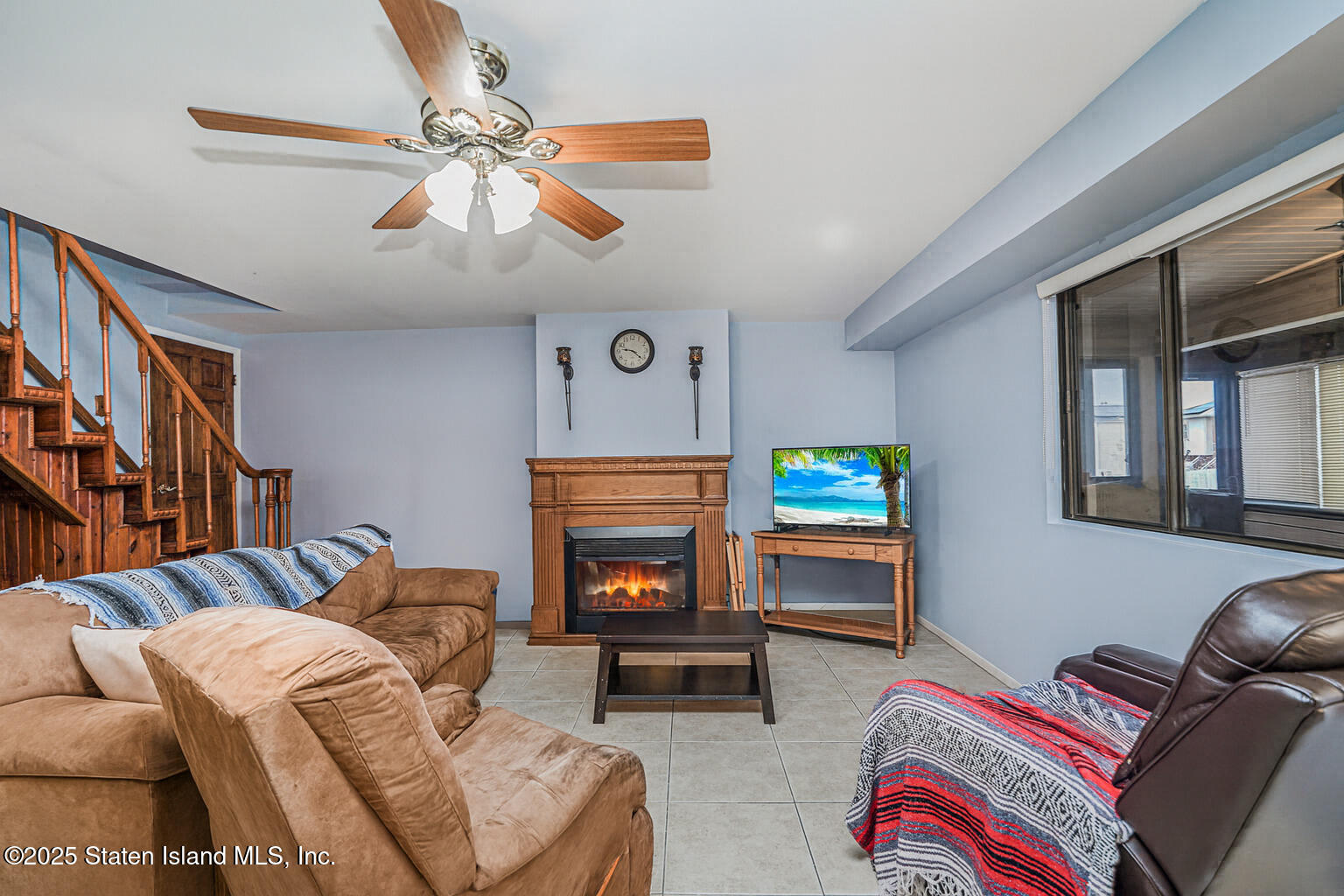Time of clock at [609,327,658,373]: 9:21
